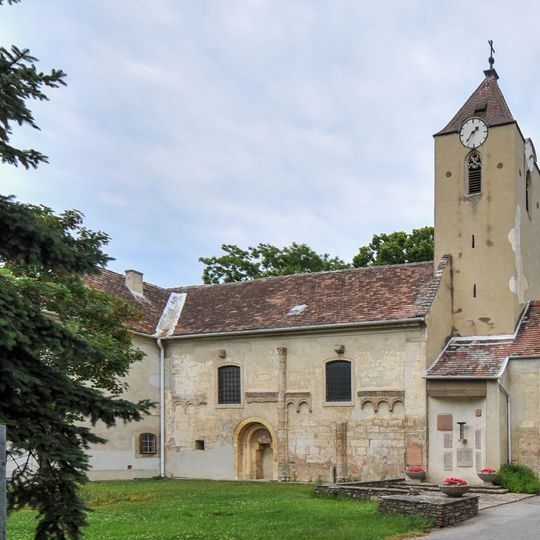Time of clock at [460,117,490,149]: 1:36
